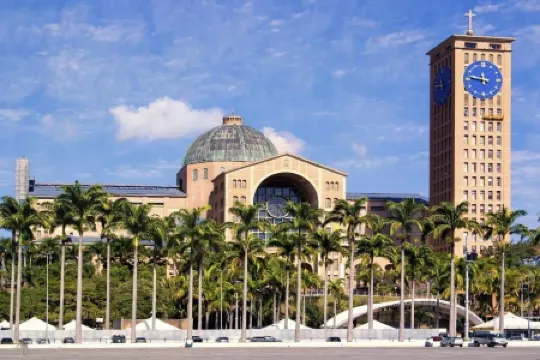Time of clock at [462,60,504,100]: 11:46
